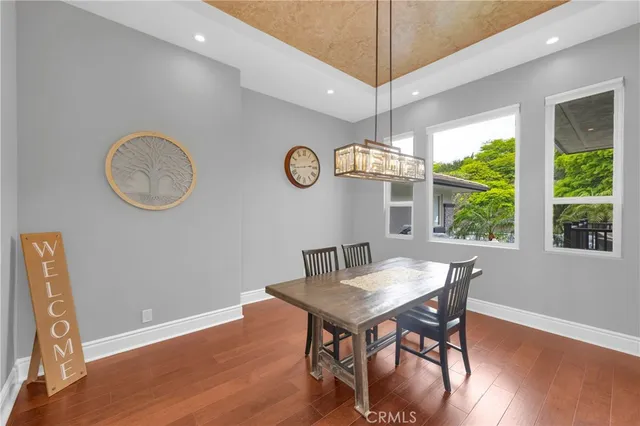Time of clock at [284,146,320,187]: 2:43
